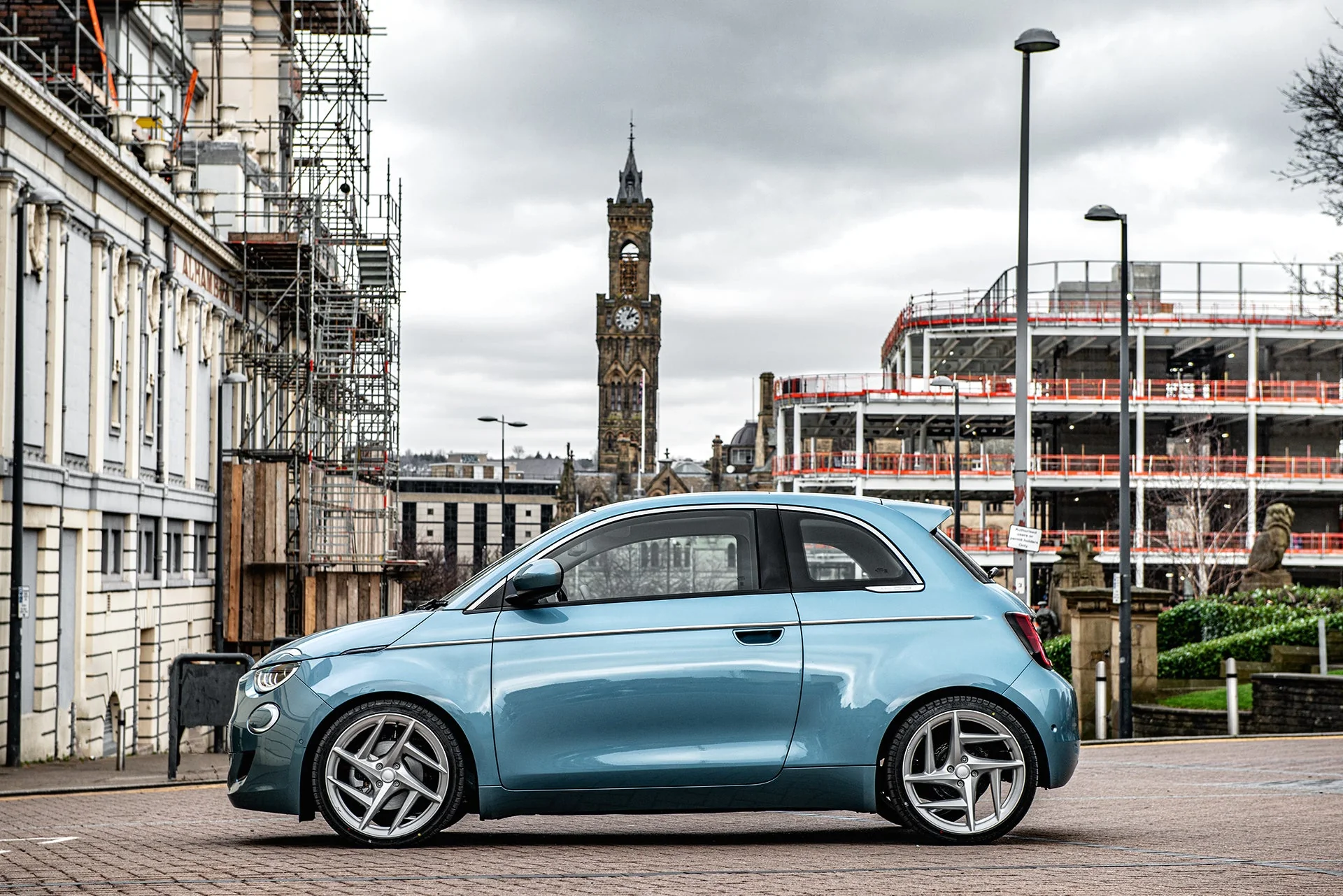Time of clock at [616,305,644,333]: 2:04
